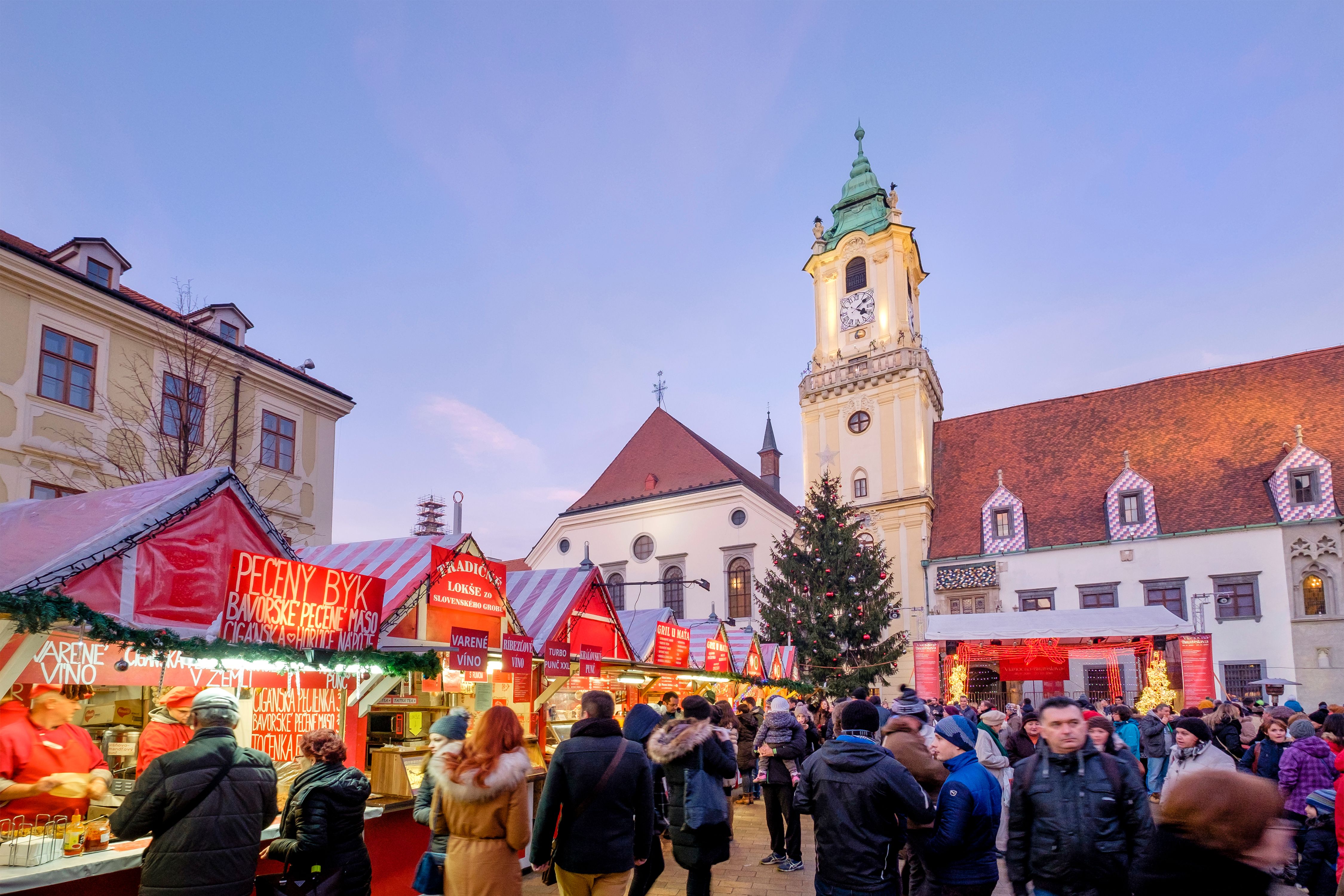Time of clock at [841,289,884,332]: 4:08
